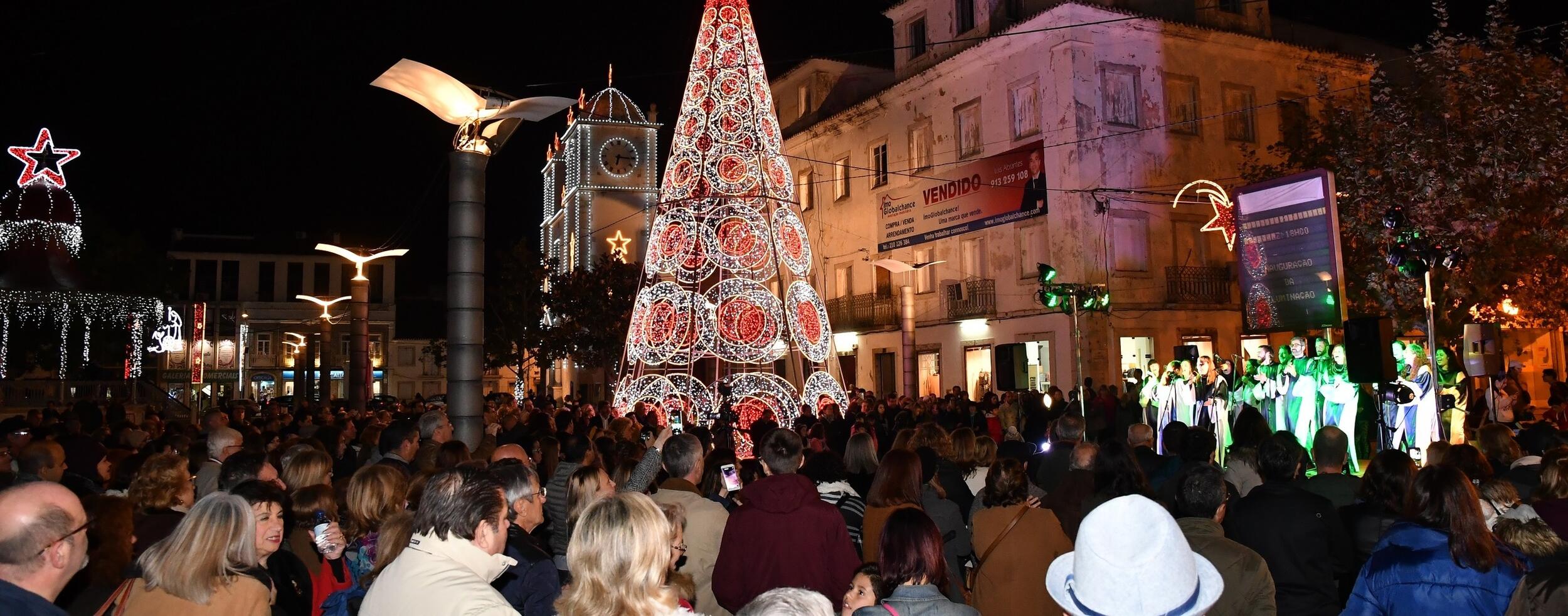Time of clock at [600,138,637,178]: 6:15
